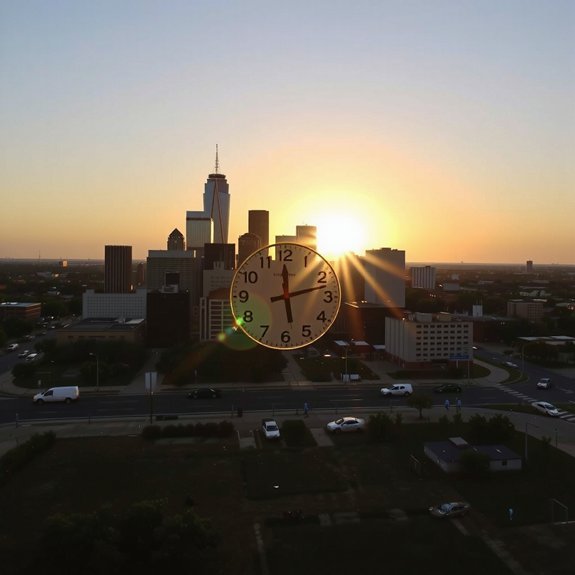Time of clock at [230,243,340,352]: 12:12
